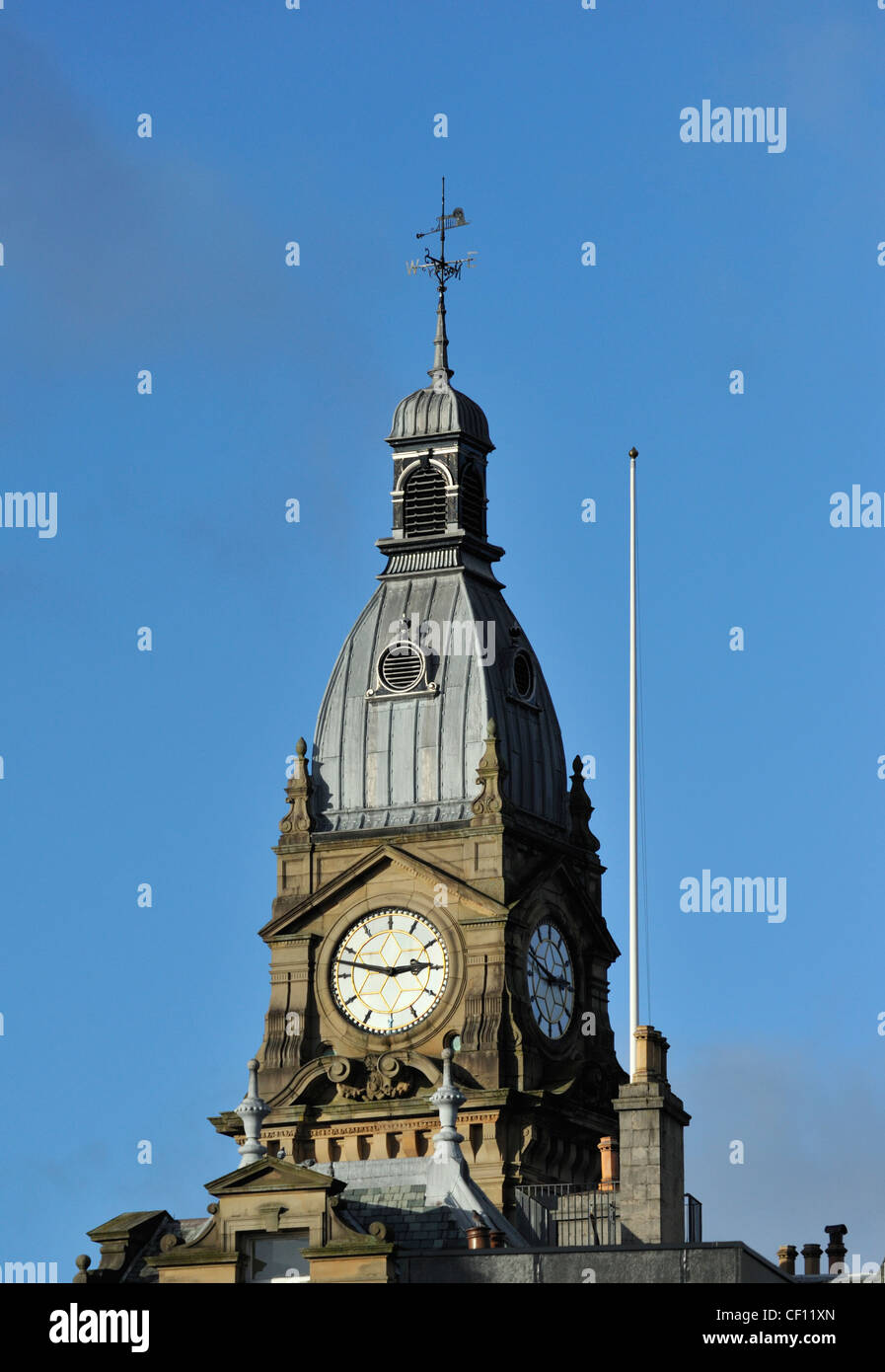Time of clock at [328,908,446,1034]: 2:47
